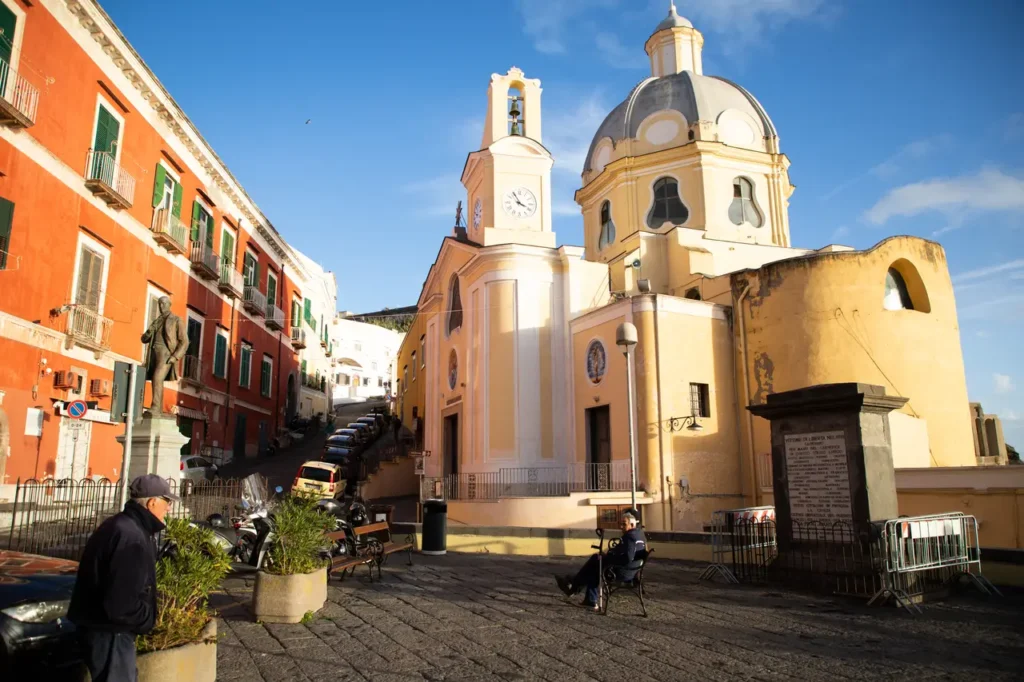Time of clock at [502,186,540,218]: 3:55
